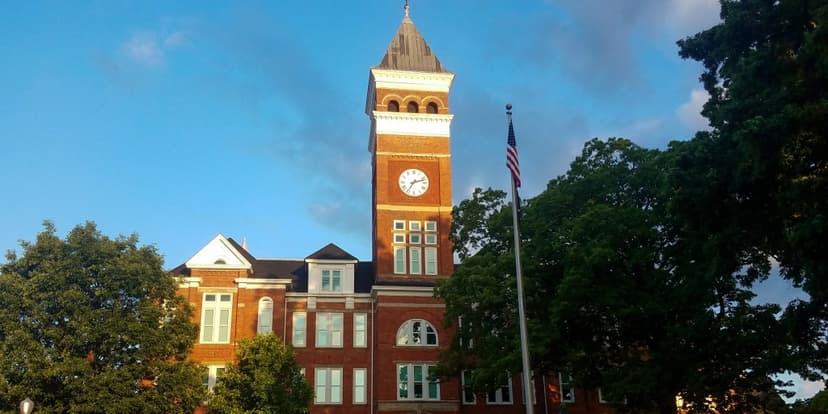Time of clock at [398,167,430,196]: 7:12
